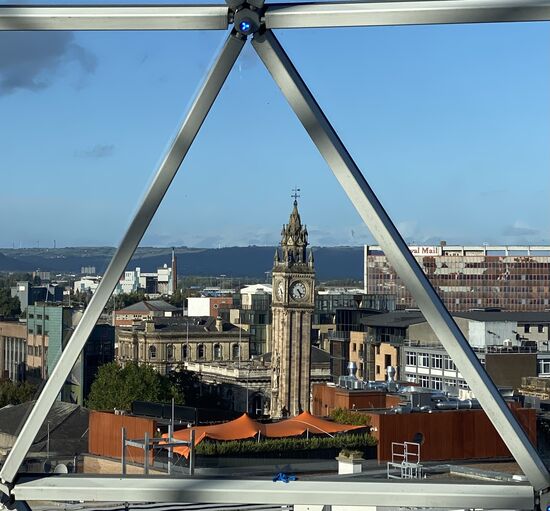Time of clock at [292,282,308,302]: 4:26
